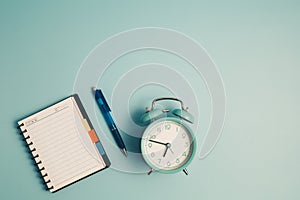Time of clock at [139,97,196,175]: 6:47
